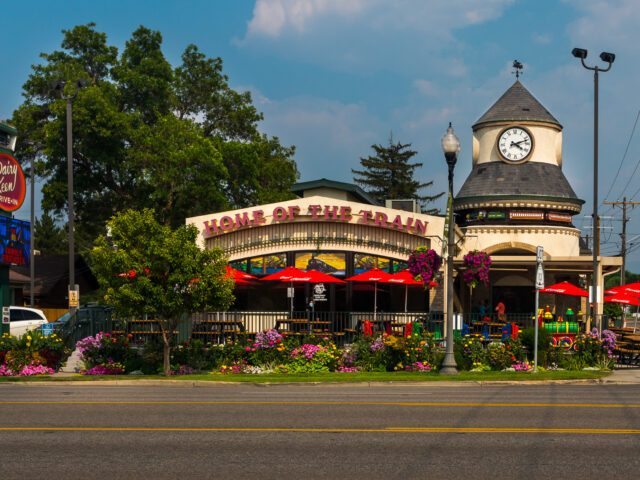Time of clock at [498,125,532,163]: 4:12
